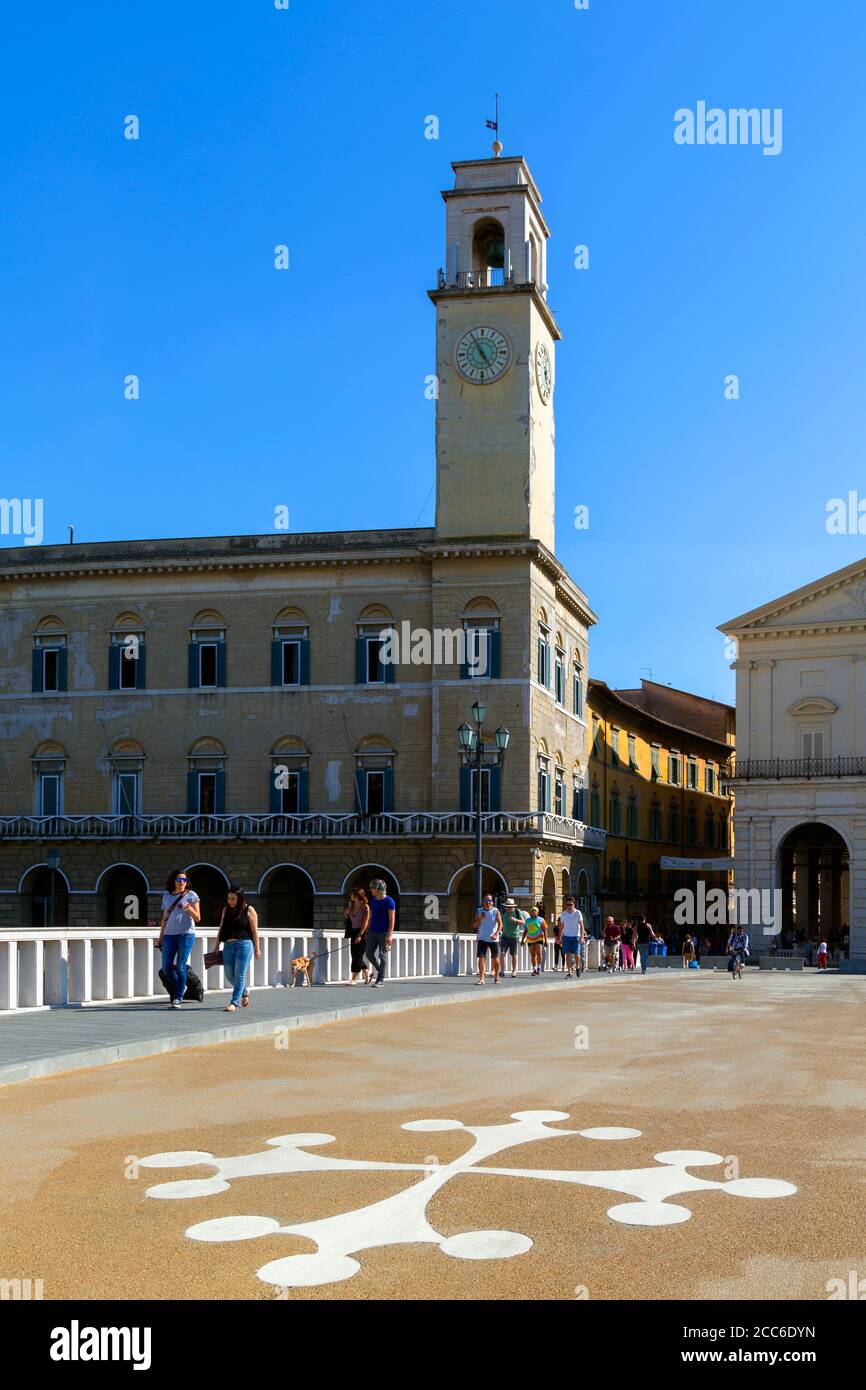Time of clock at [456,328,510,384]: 4:54
